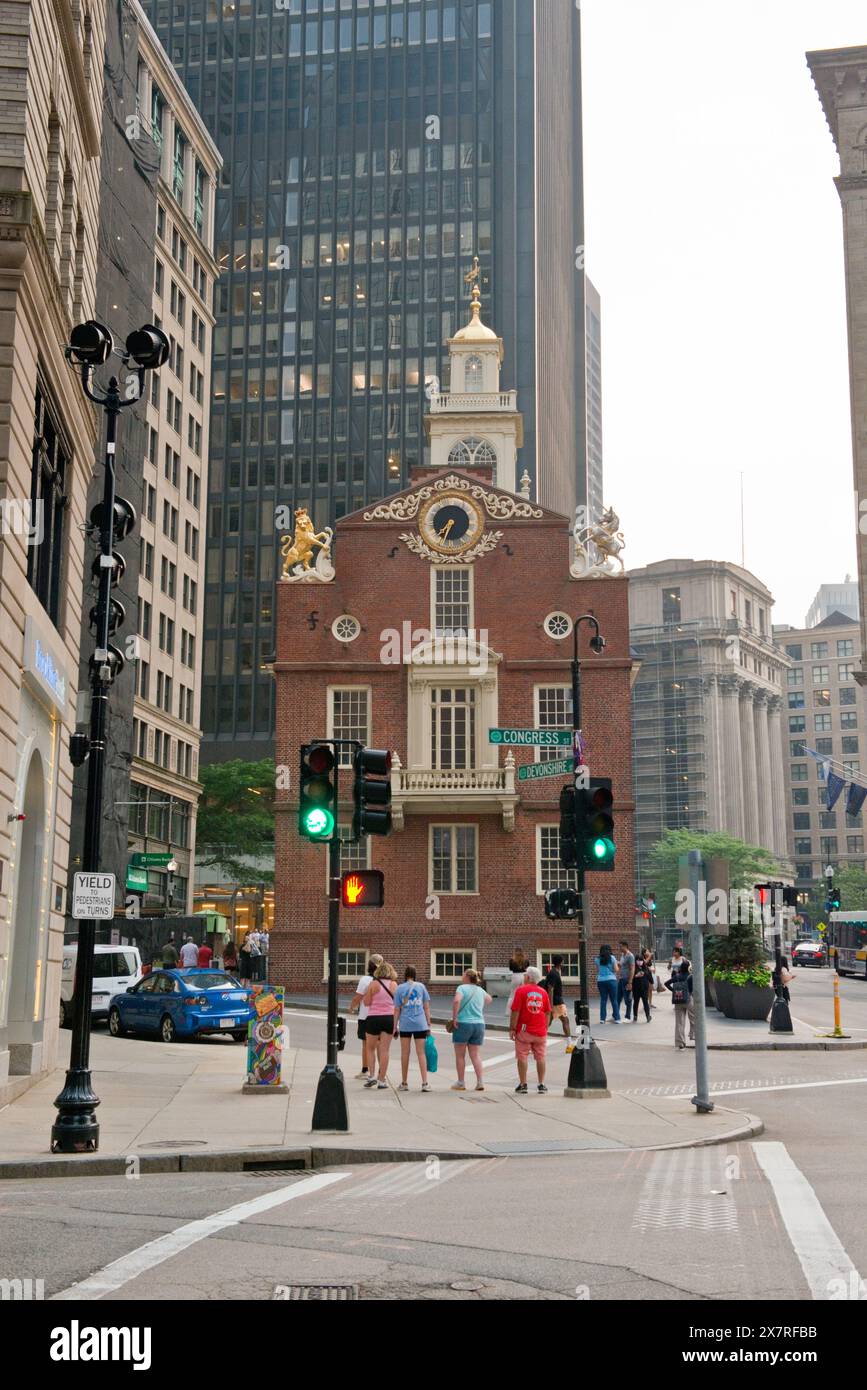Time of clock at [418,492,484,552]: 7:33
